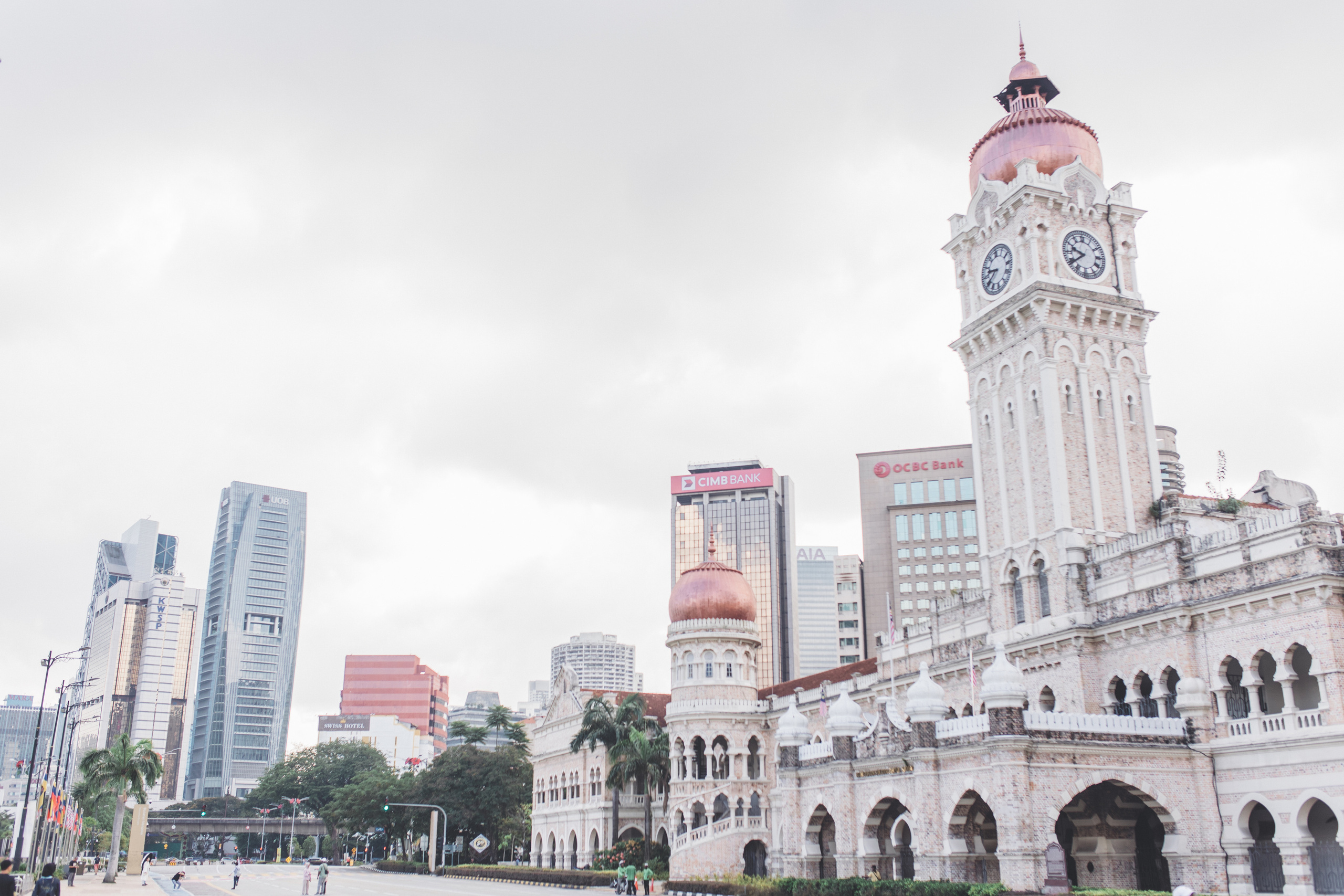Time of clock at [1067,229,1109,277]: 9:39
